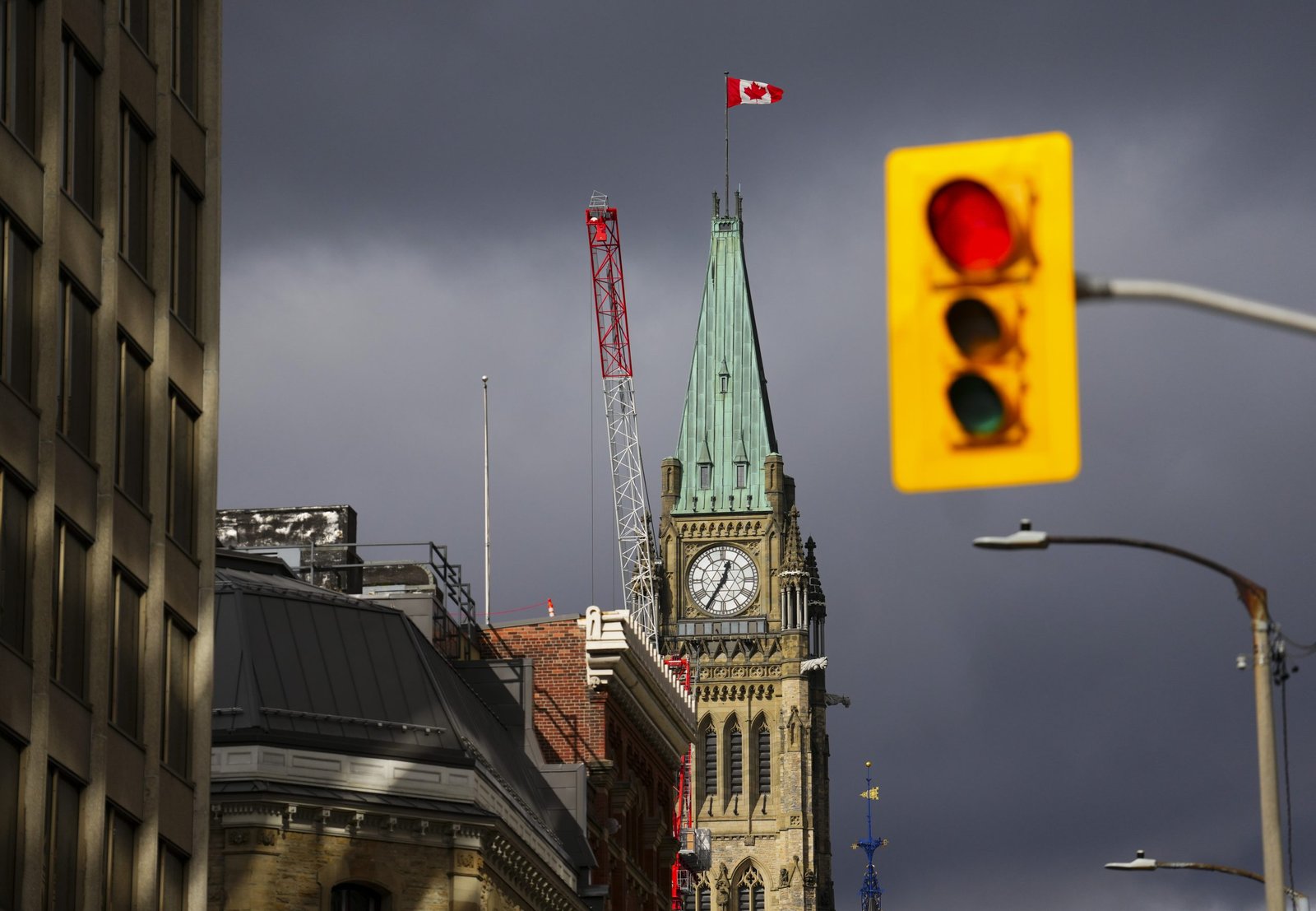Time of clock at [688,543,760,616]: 12:35
